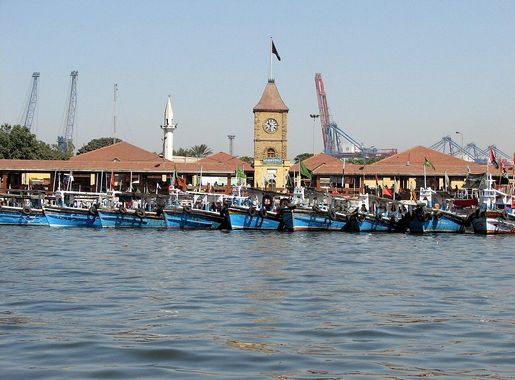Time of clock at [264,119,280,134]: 10:32
